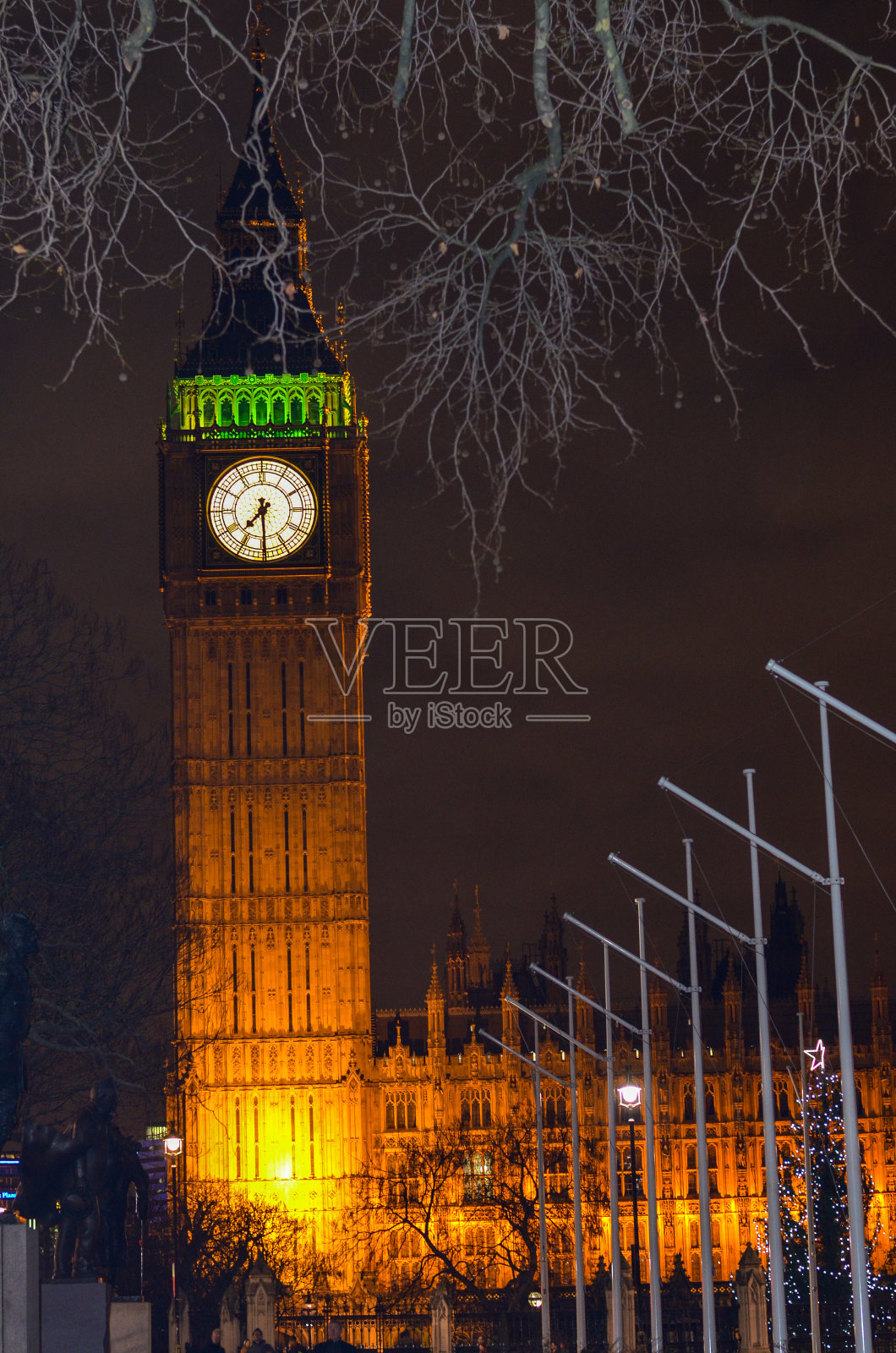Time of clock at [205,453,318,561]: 7:29
